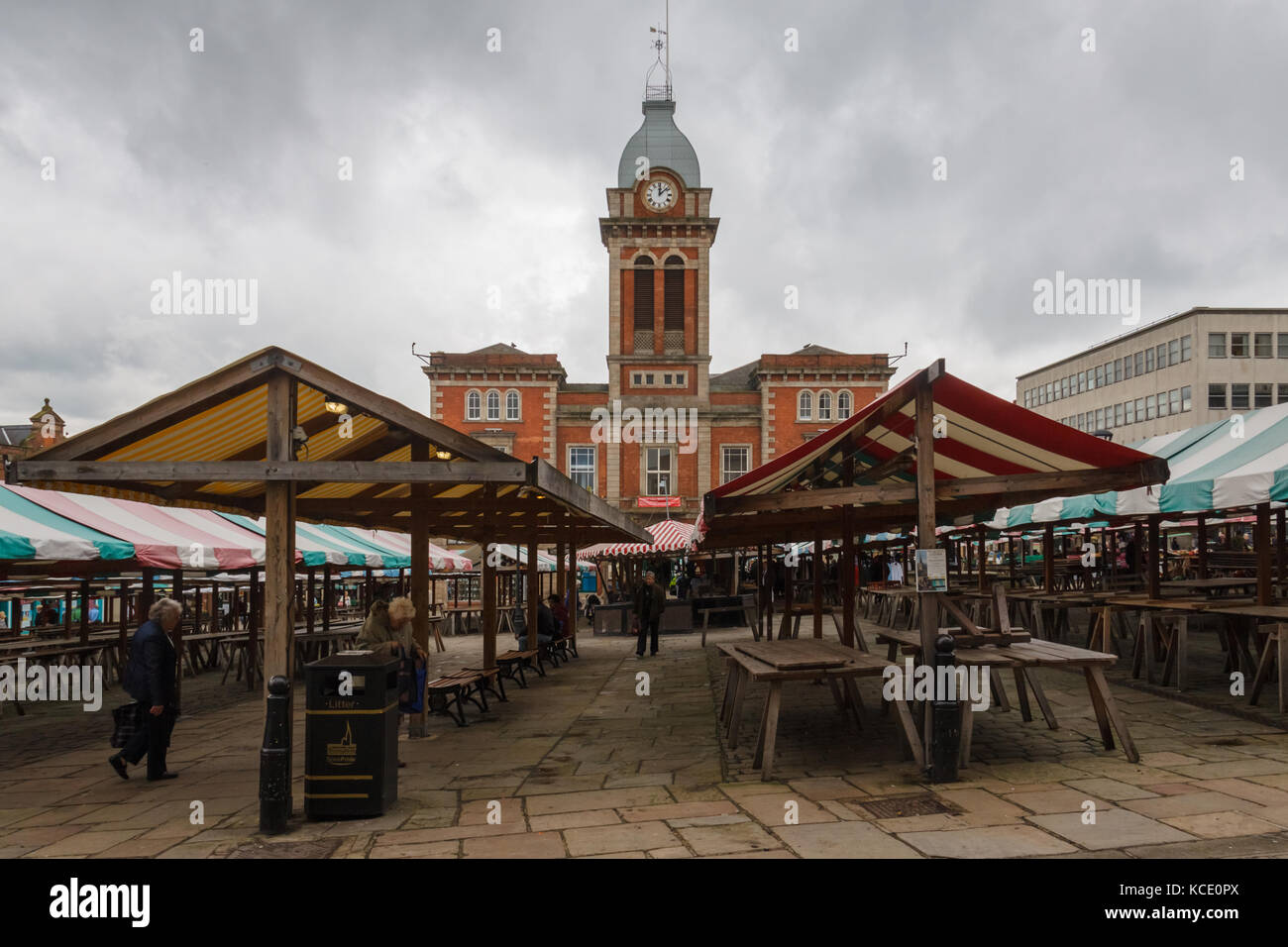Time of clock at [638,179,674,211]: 12:08
